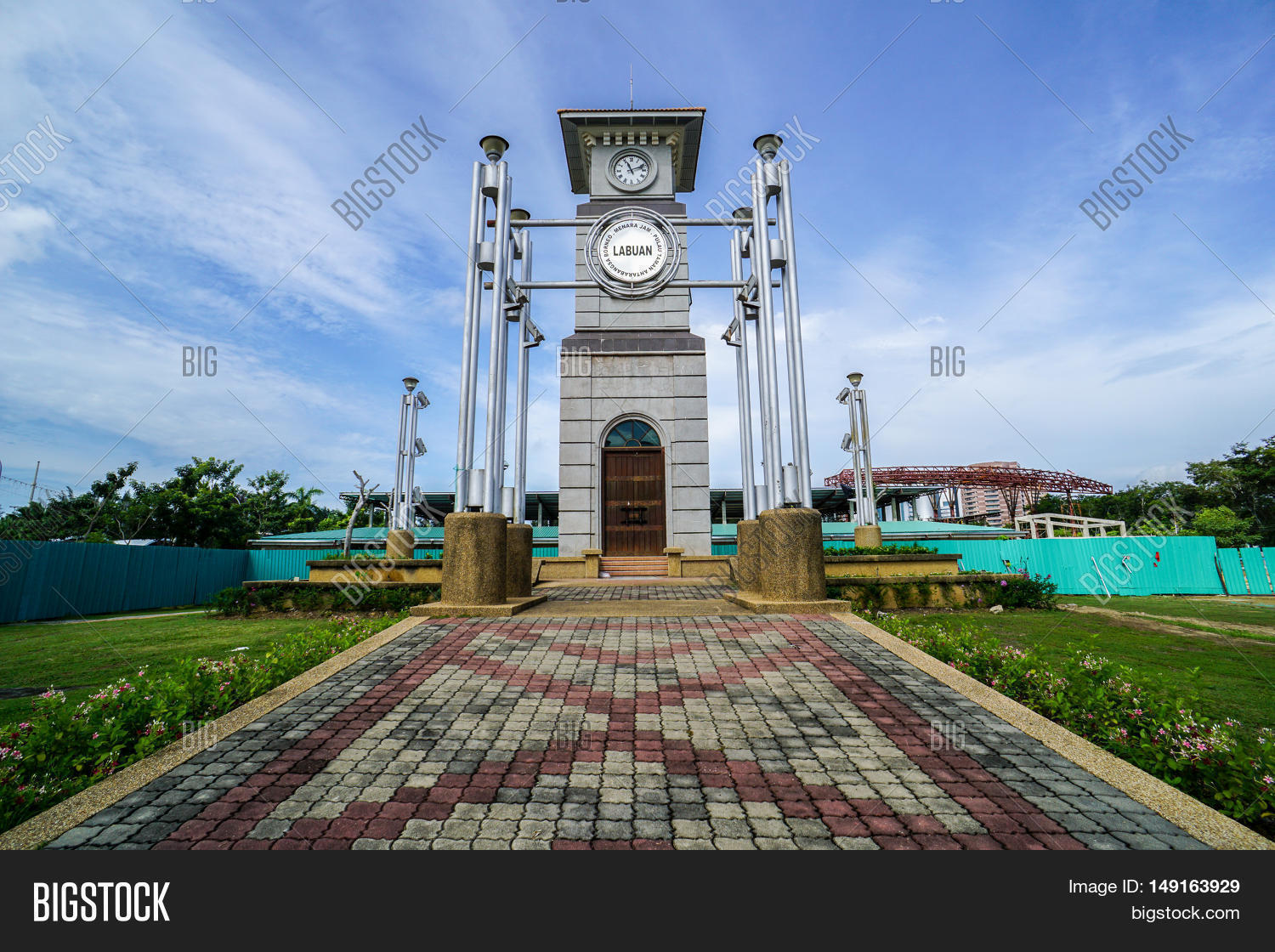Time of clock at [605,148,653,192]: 11:11
